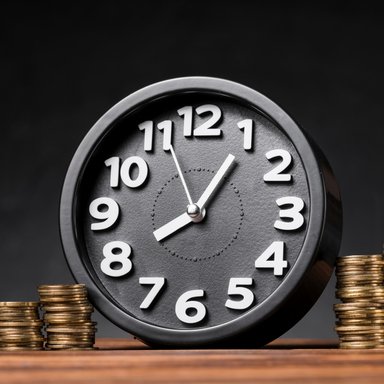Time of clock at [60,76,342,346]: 8:05
